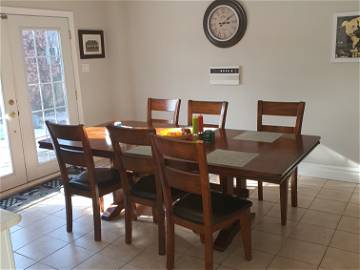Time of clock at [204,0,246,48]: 3:09
